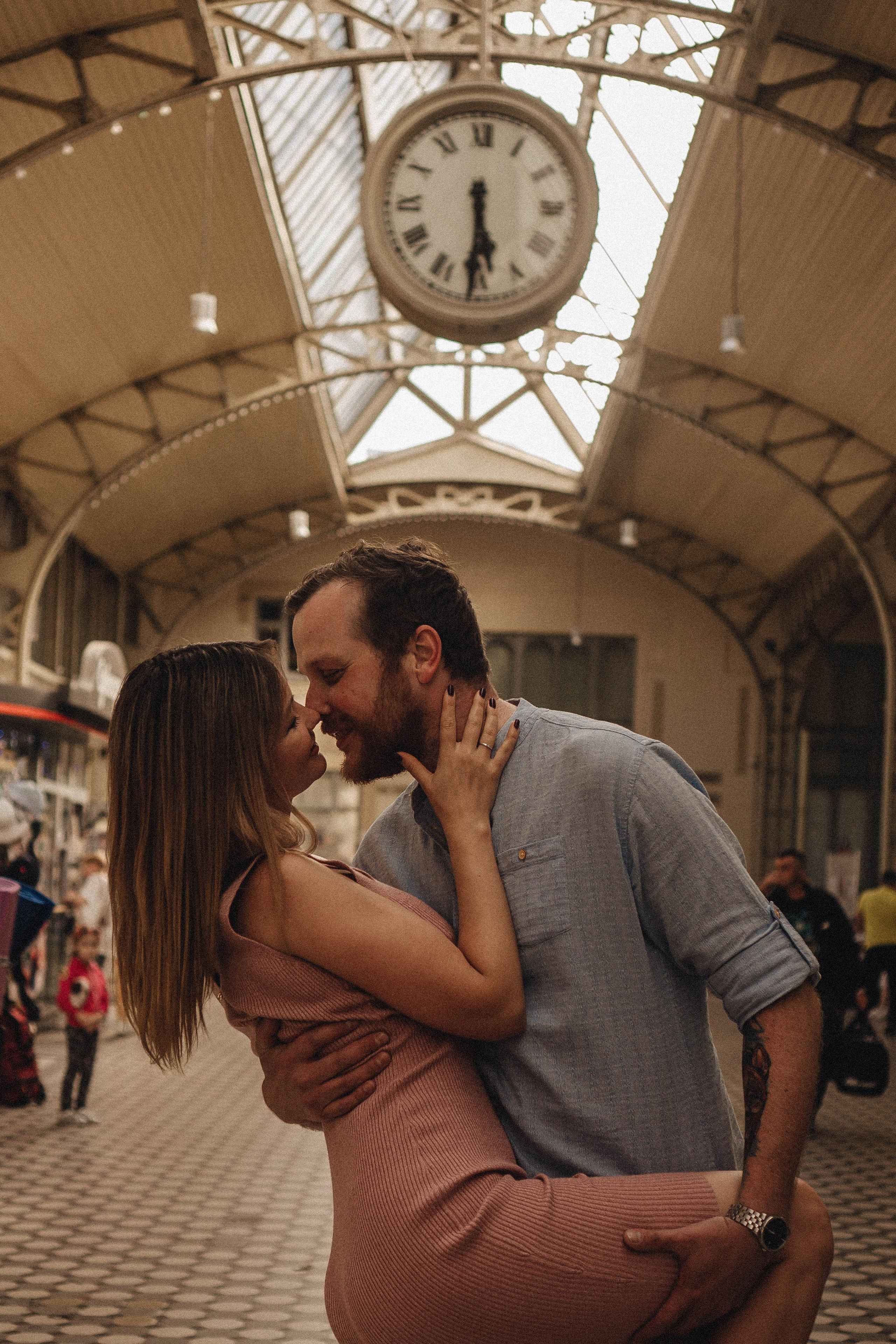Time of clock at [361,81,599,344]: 5:30
